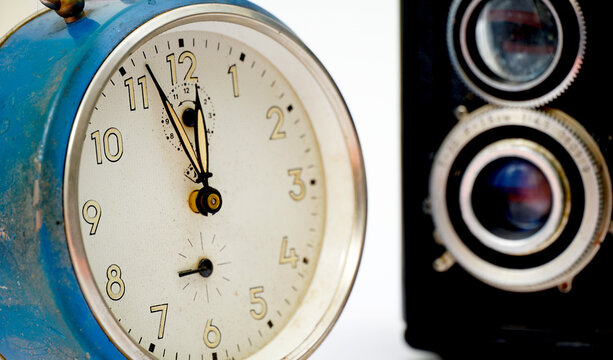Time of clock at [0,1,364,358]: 11:56
